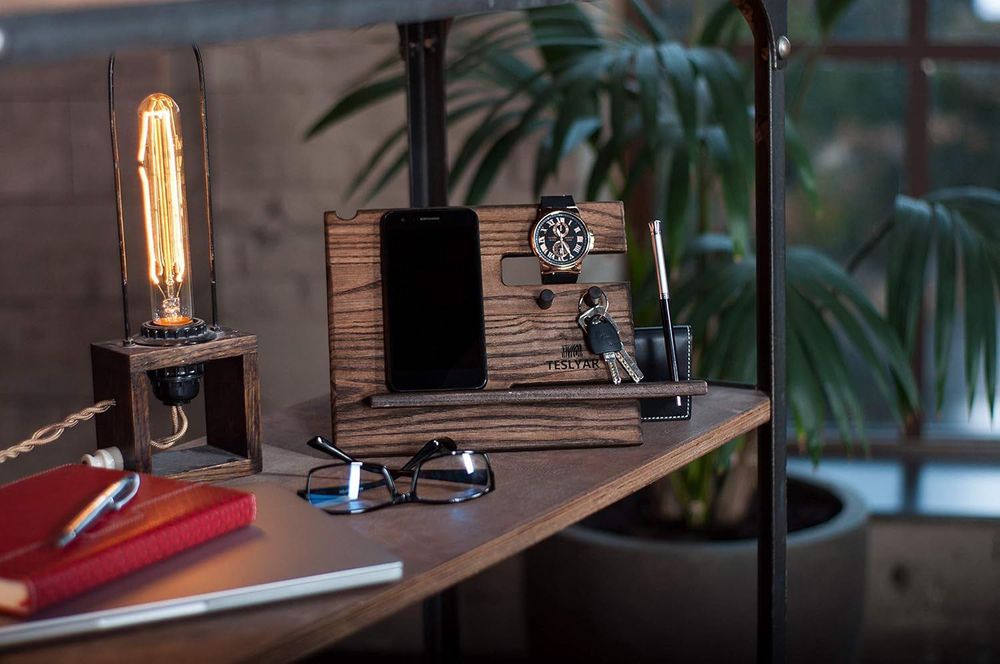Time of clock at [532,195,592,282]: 11:25
